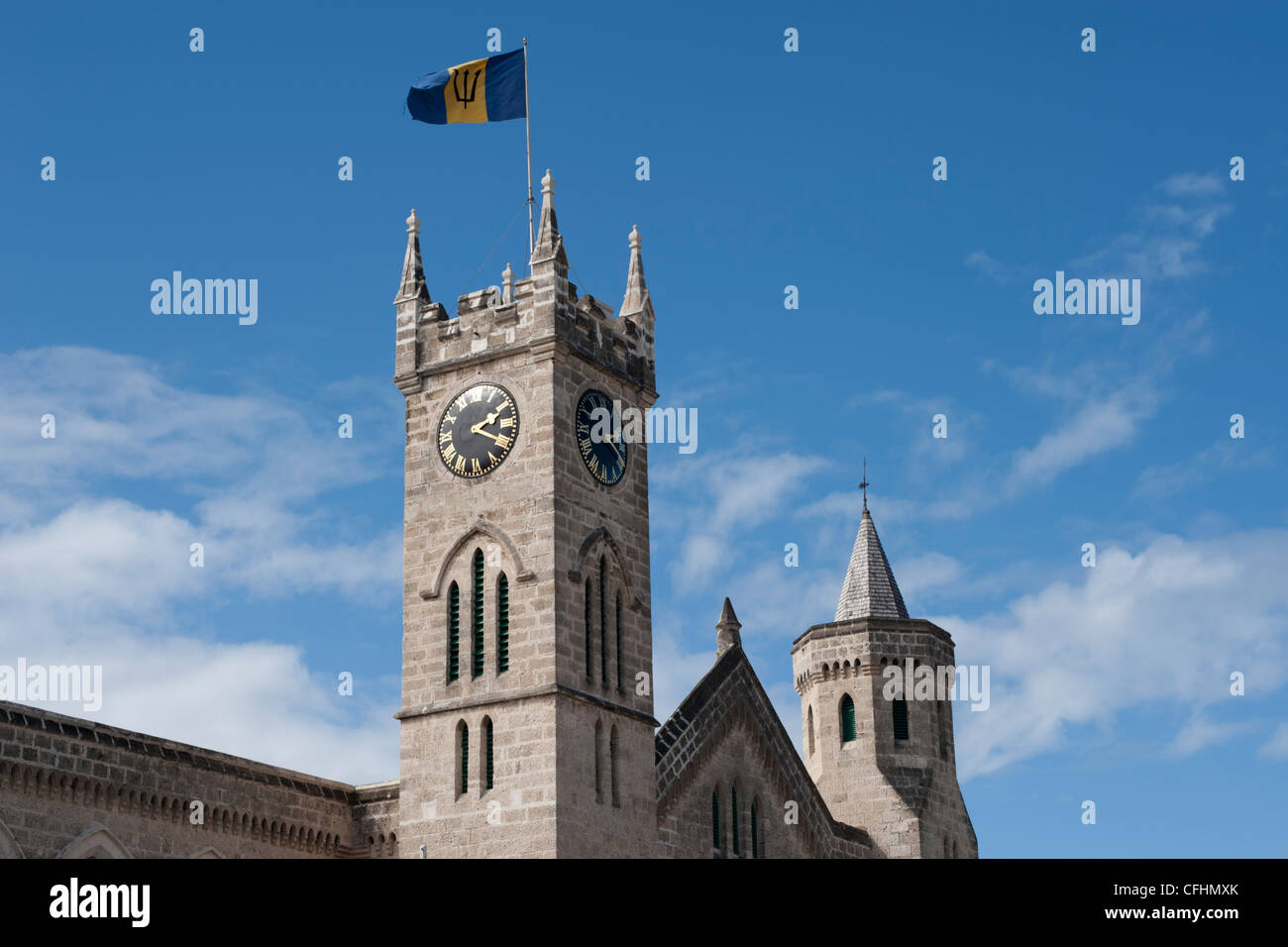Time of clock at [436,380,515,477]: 2:19
